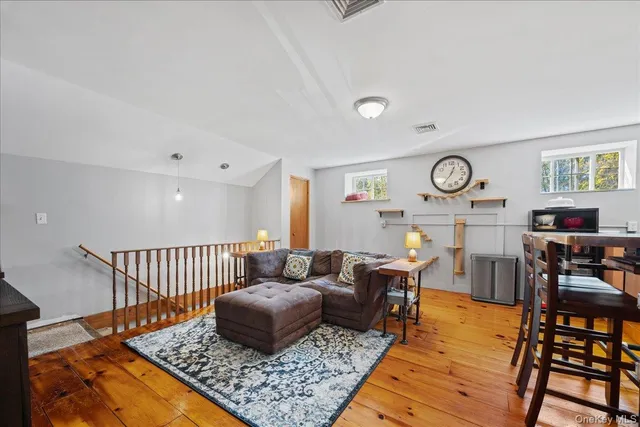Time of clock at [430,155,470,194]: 12:35
